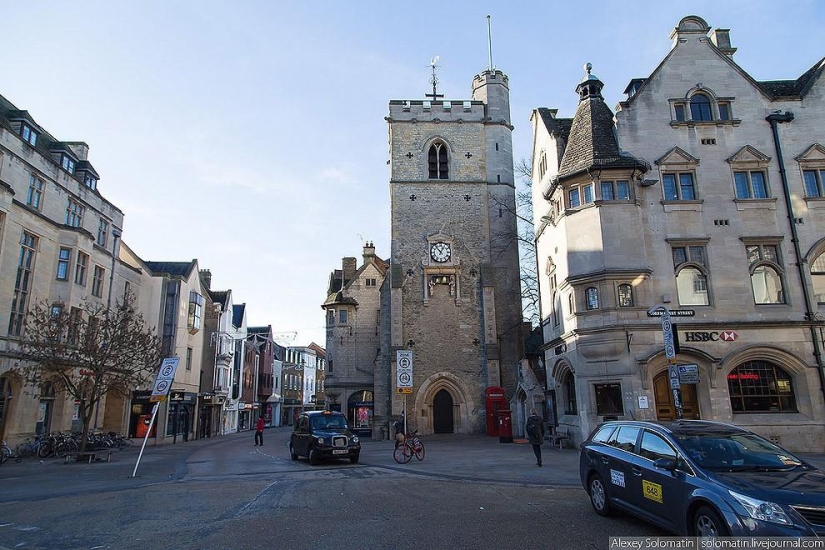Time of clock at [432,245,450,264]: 12:53
